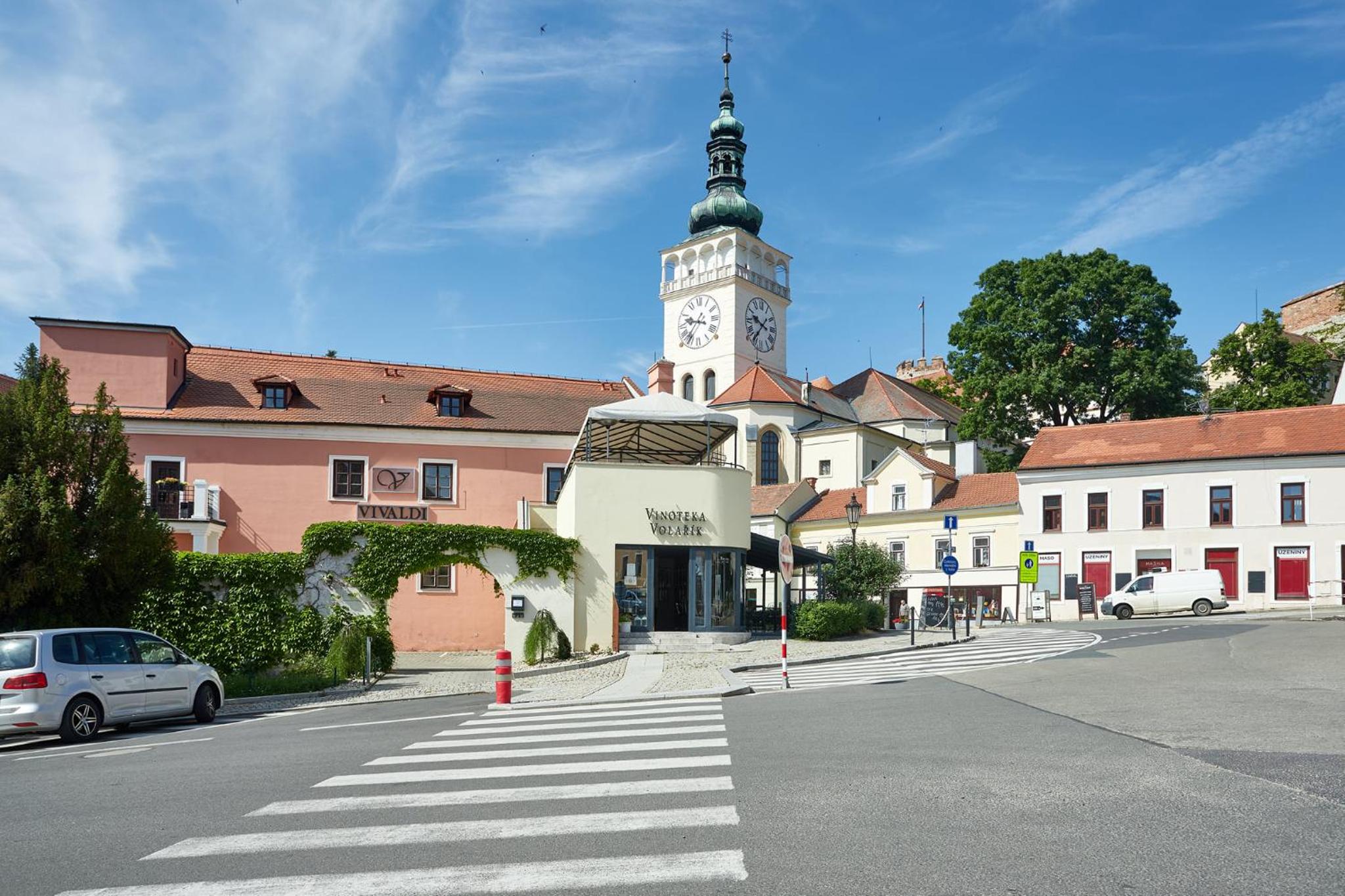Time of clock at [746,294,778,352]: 9:36
